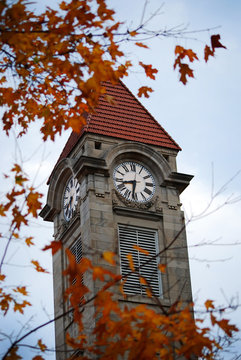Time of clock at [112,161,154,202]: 8:32
